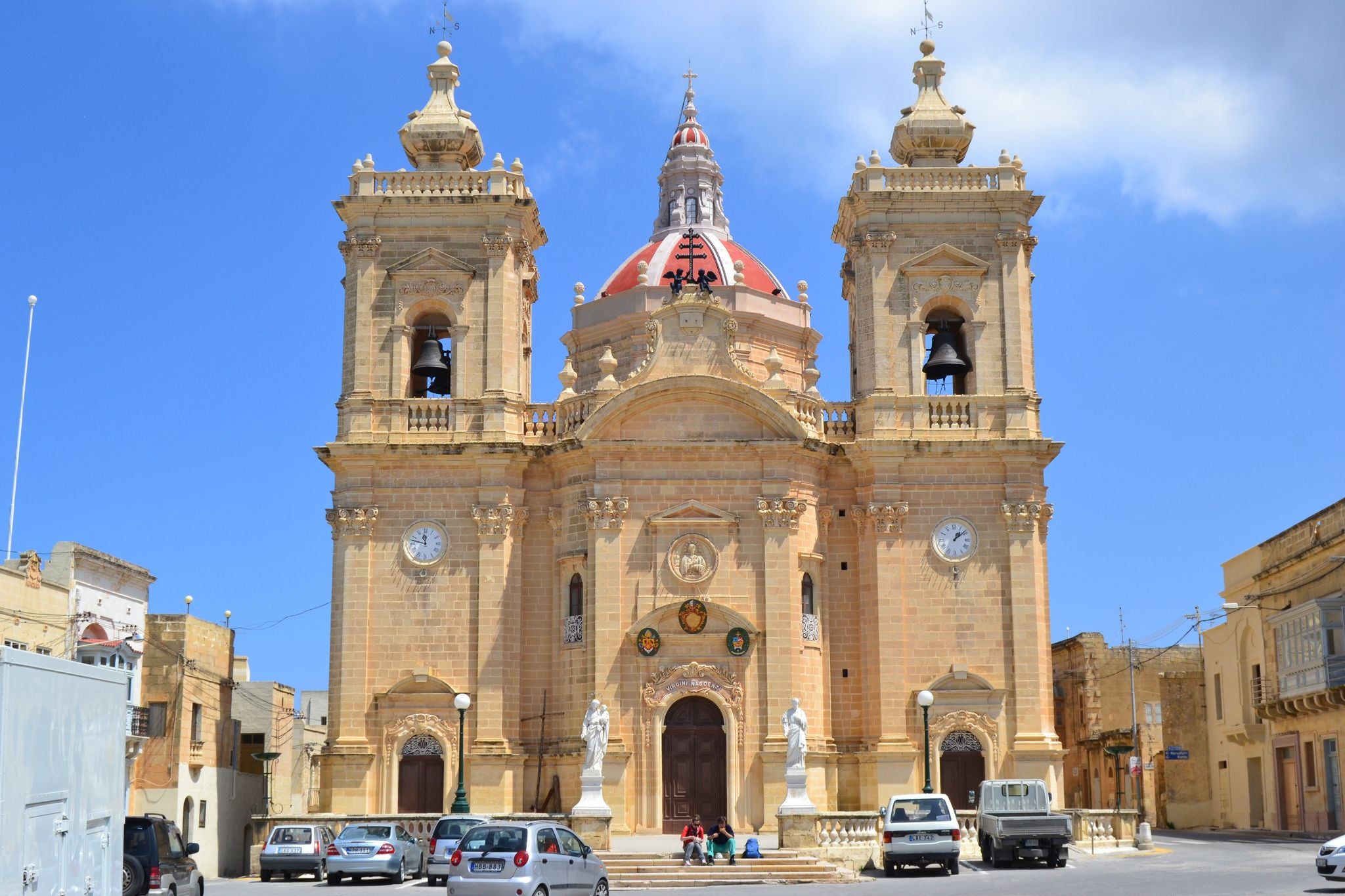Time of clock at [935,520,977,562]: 1:08
